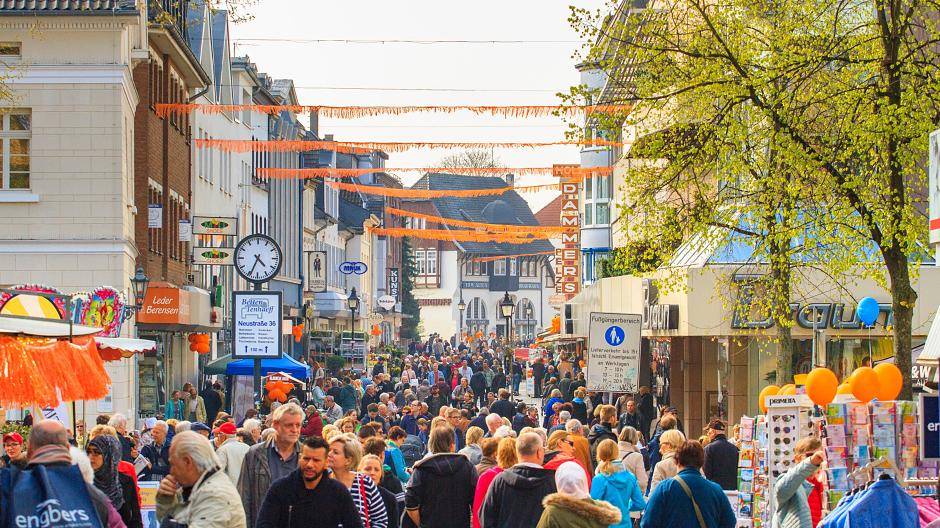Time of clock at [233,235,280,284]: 4:34
